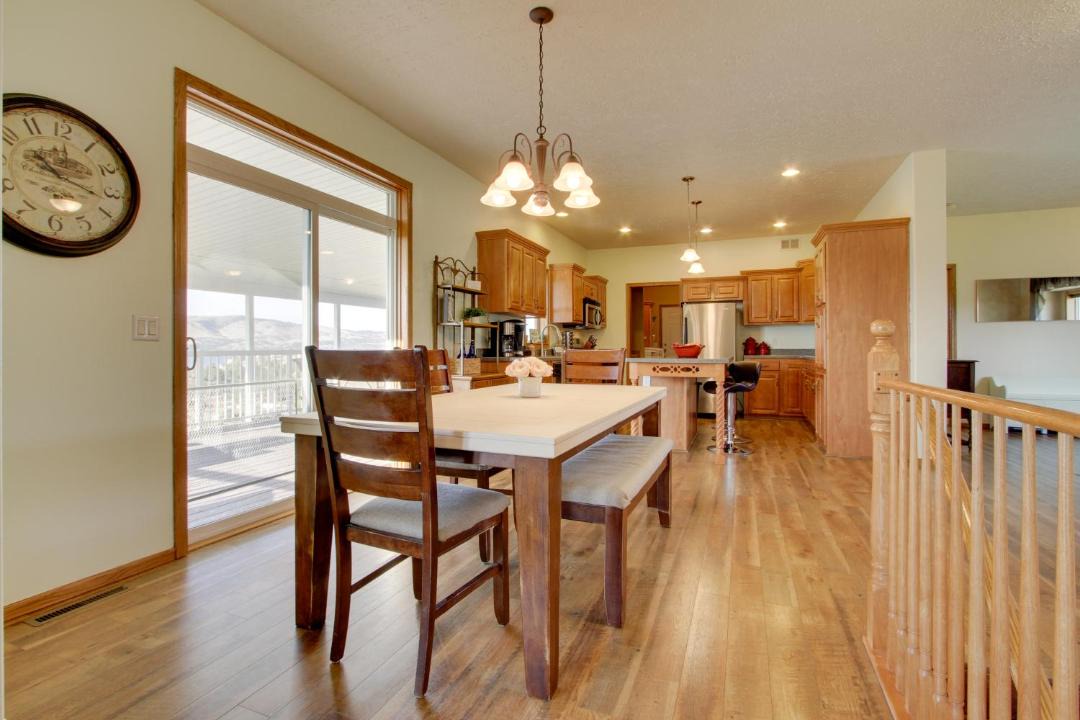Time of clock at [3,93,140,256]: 10:17
